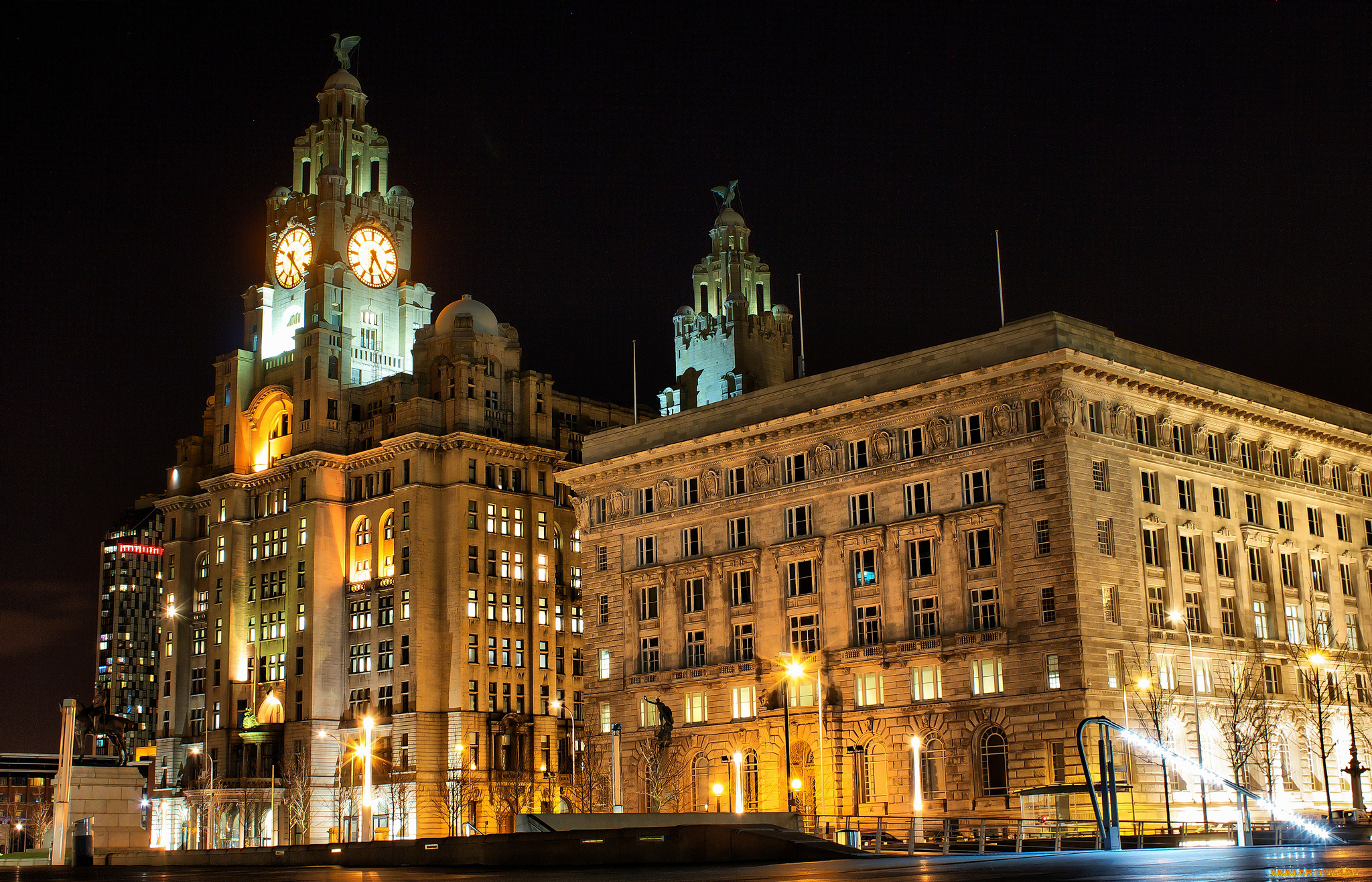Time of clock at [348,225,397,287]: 6:23
